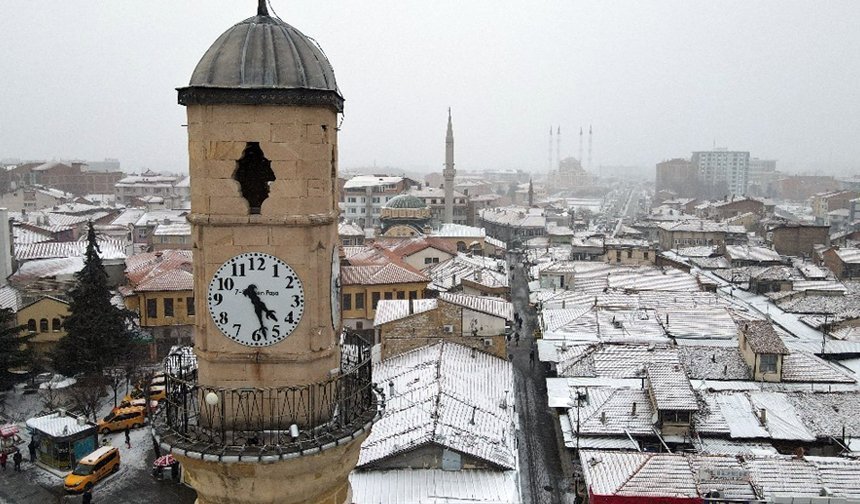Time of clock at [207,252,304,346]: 4:27
